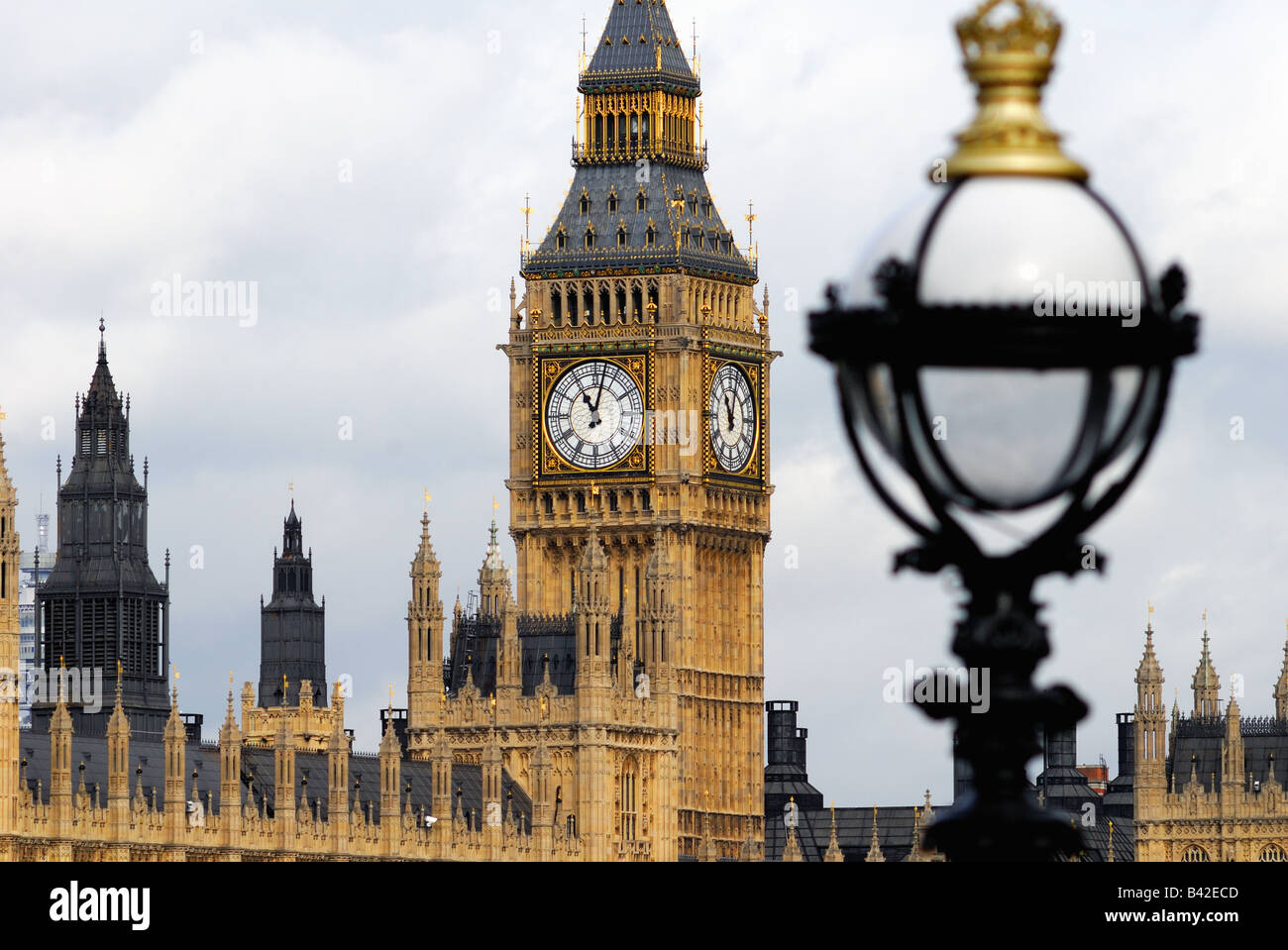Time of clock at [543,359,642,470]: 11:02
